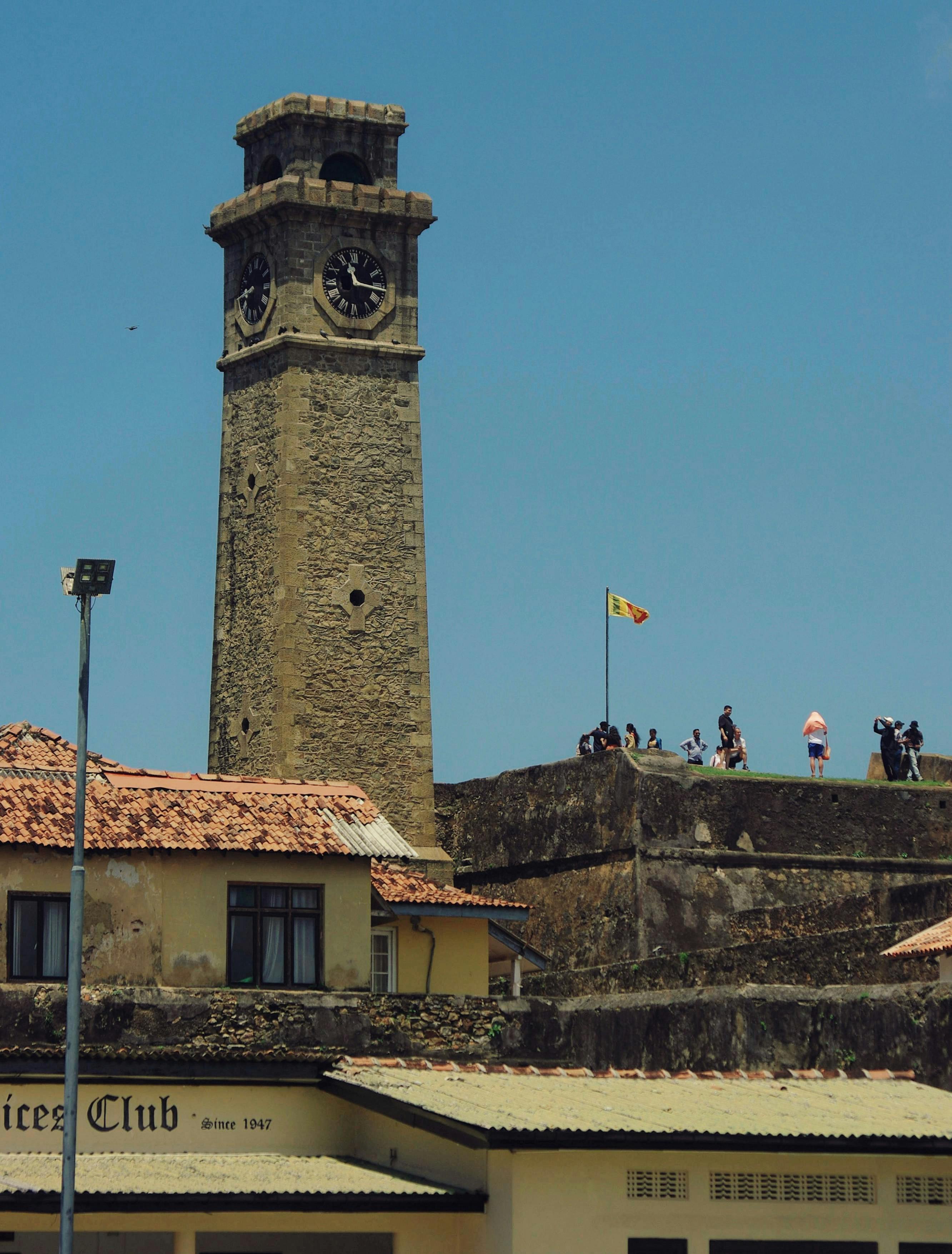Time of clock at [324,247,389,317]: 11:16
